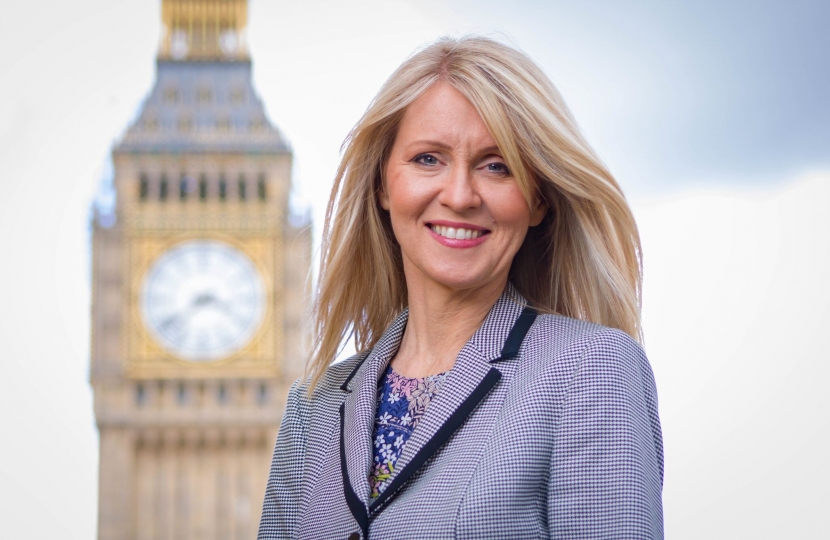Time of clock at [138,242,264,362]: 3:38
